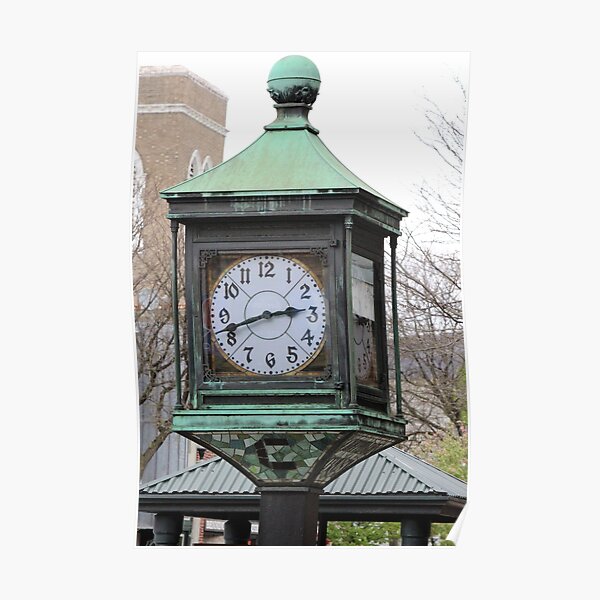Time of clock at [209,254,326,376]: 2:42
